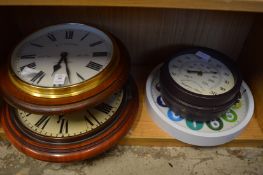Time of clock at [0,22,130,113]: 6:27
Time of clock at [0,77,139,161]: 6:27
